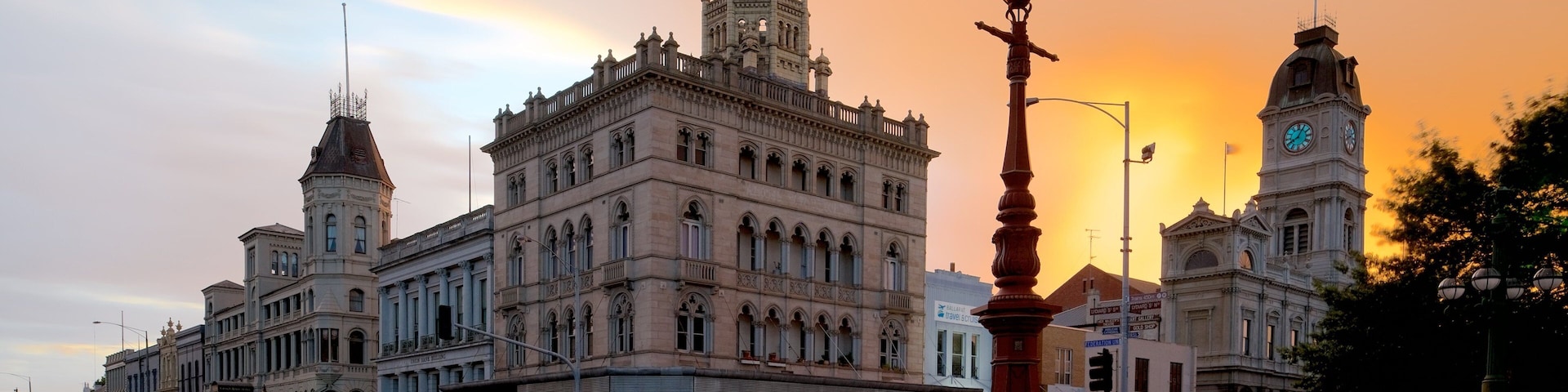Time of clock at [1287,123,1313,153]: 8:04
